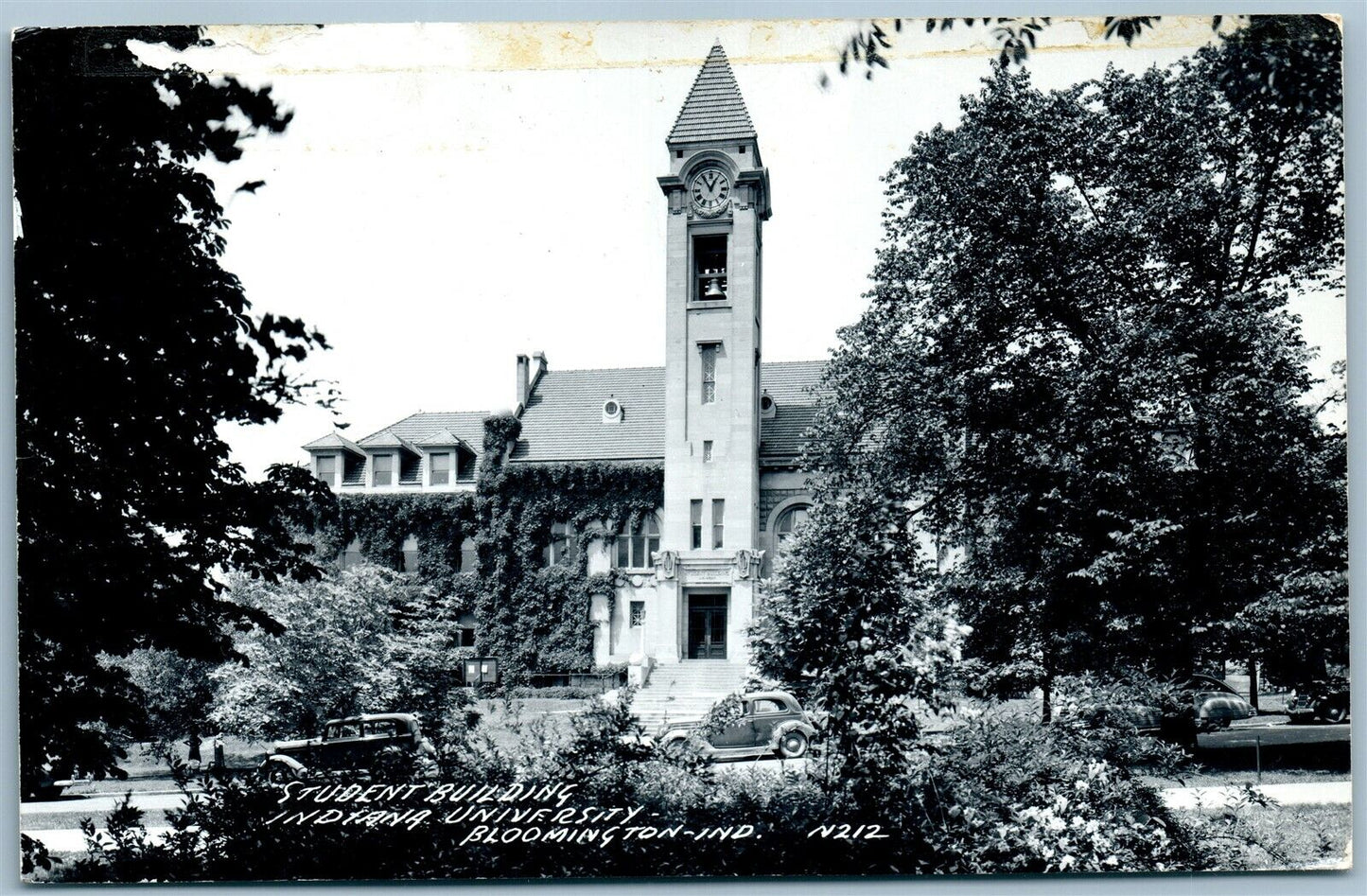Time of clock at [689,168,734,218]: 12:54
